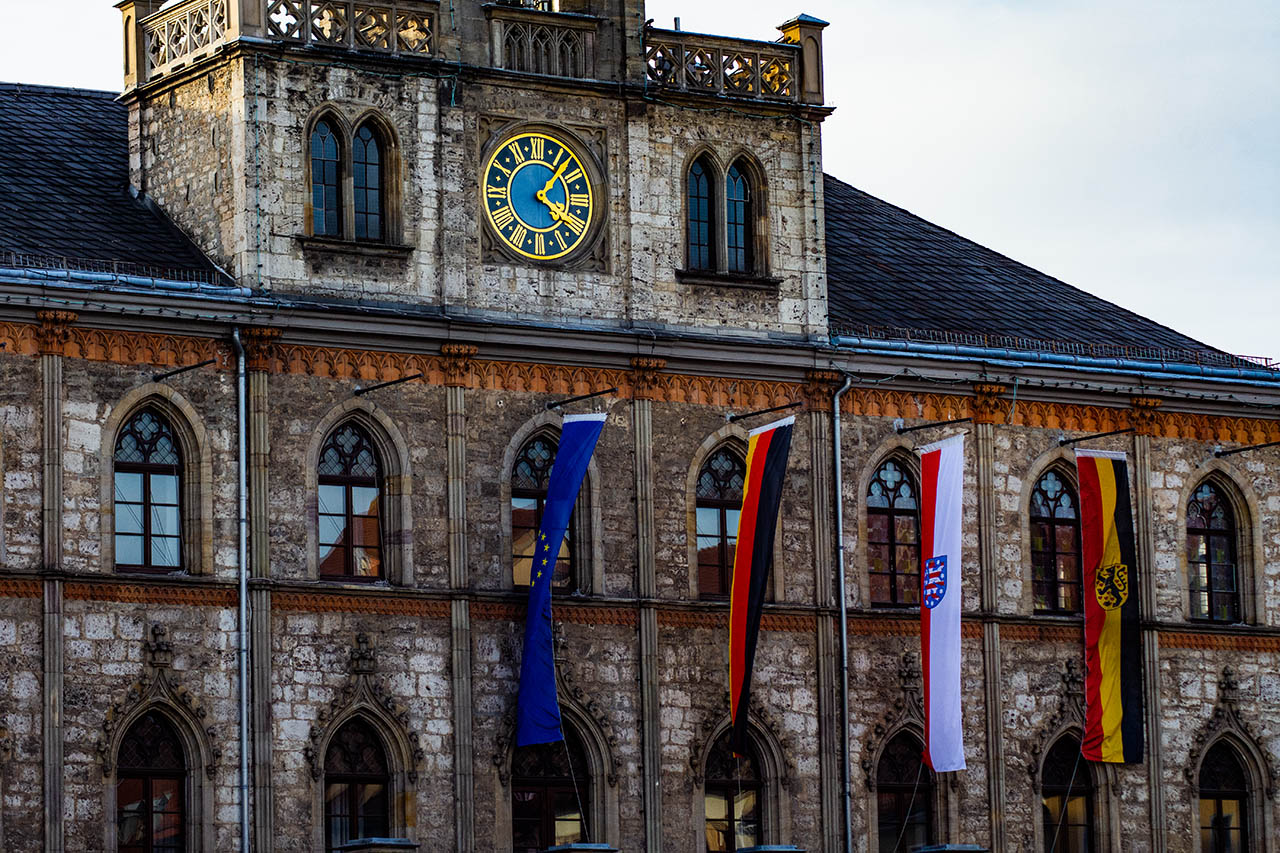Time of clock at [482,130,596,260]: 4:07
